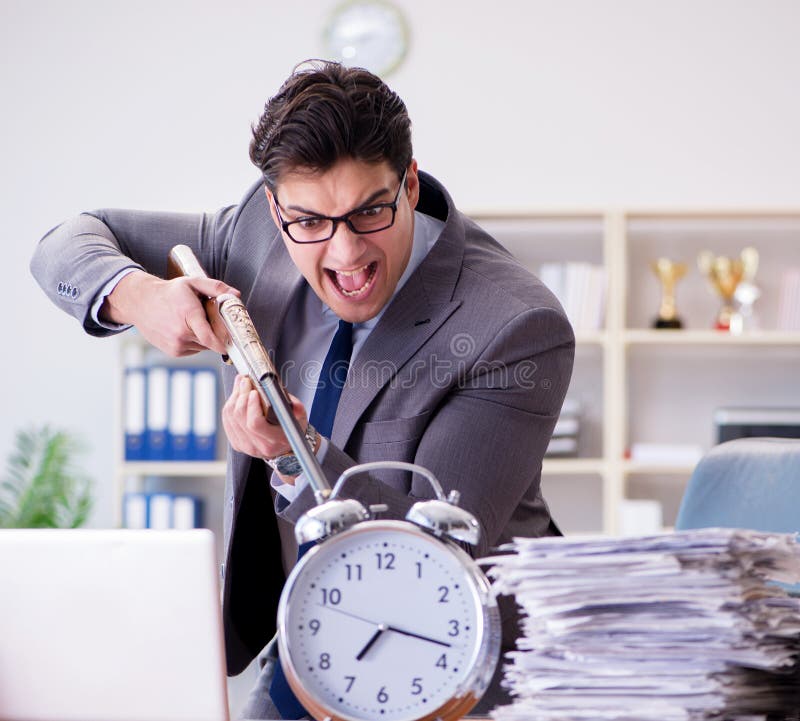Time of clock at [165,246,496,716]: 7:17
